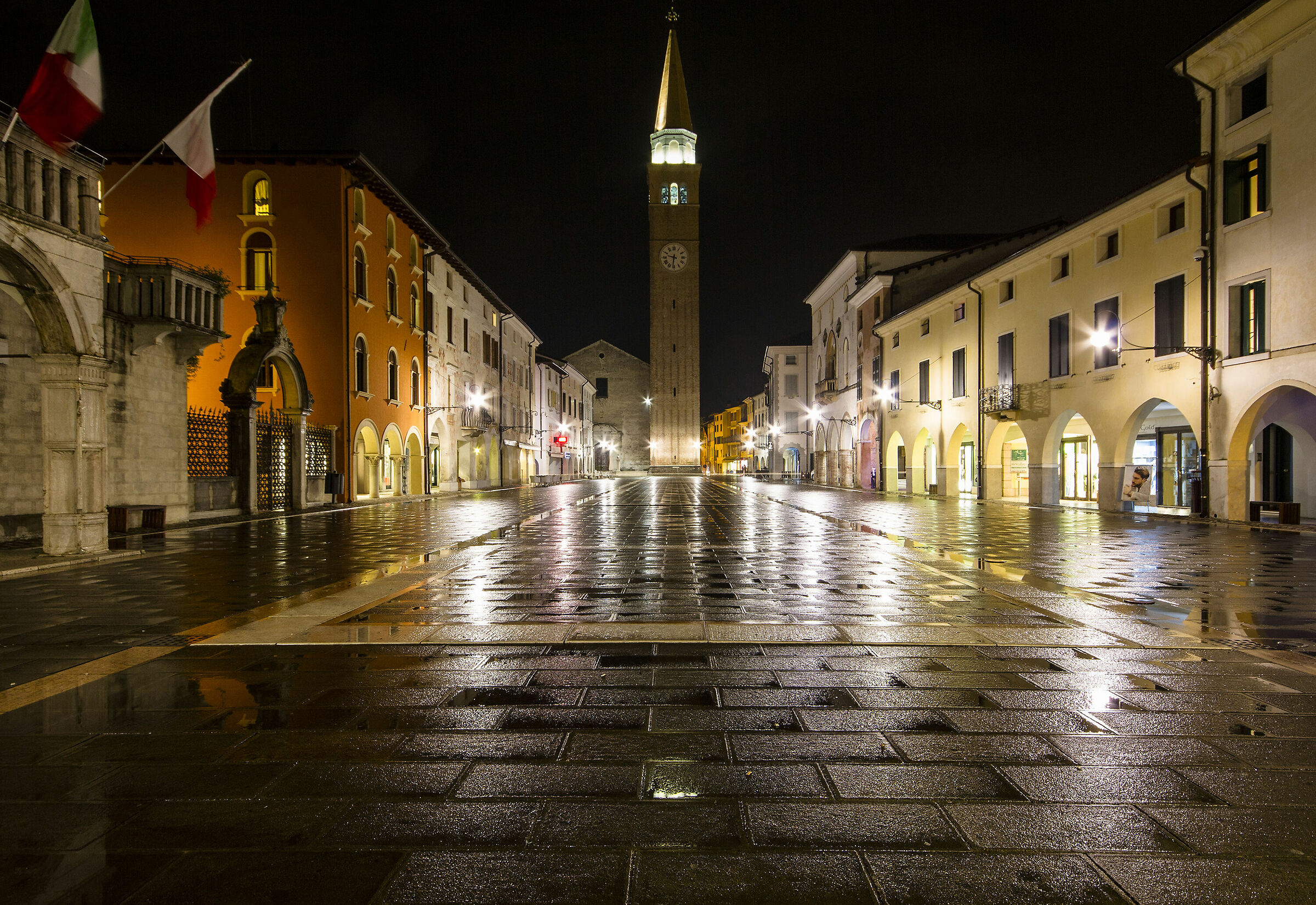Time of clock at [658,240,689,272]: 9:31
